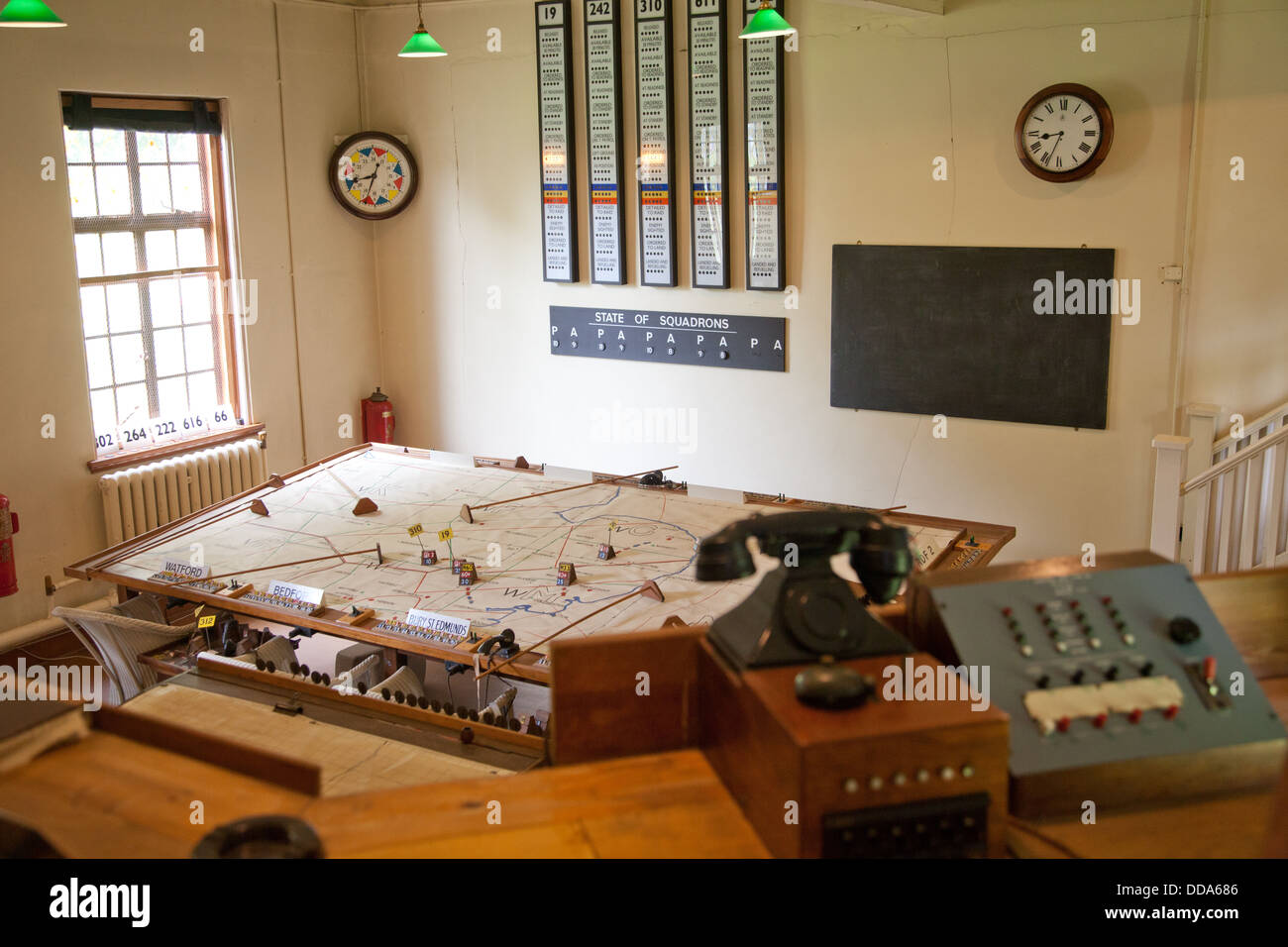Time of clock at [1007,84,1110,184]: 8:33
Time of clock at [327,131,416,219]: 8:33
